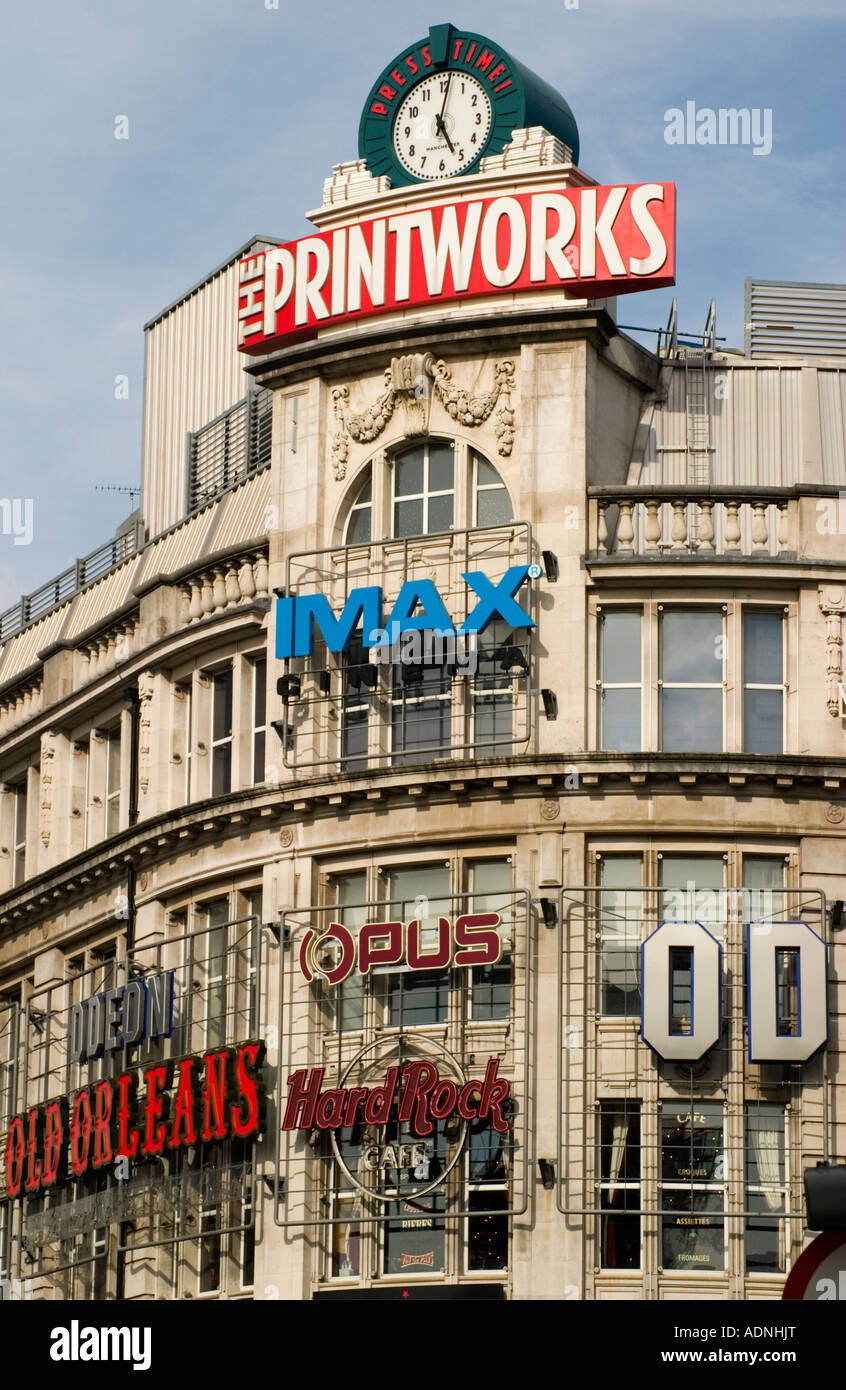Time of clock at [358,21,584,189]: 5:01
